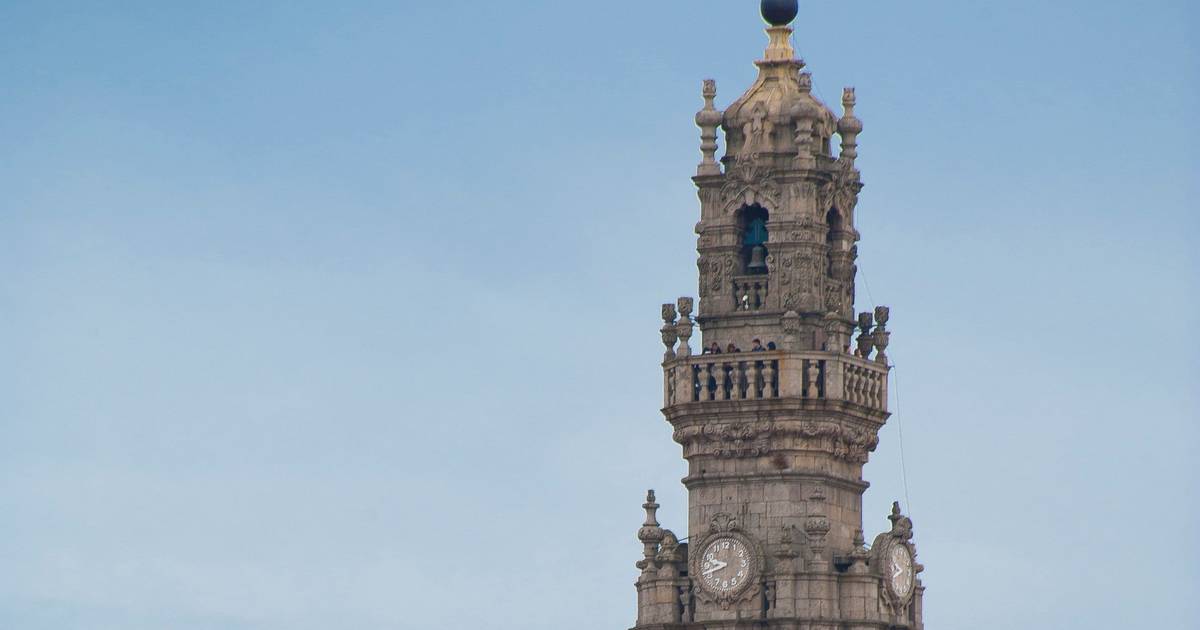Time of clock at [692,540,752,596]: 9:42
